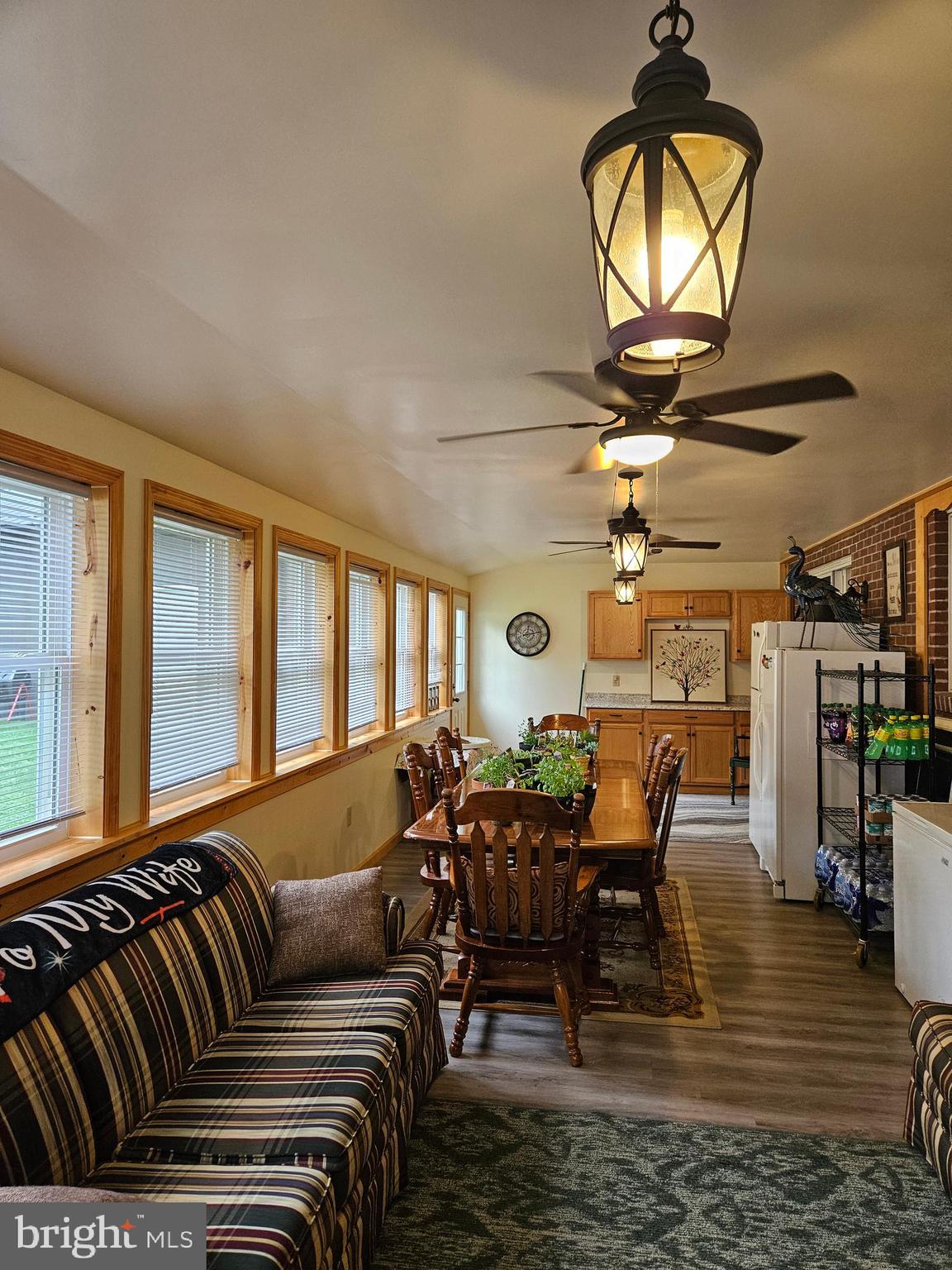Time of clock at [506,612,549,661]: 12:13
